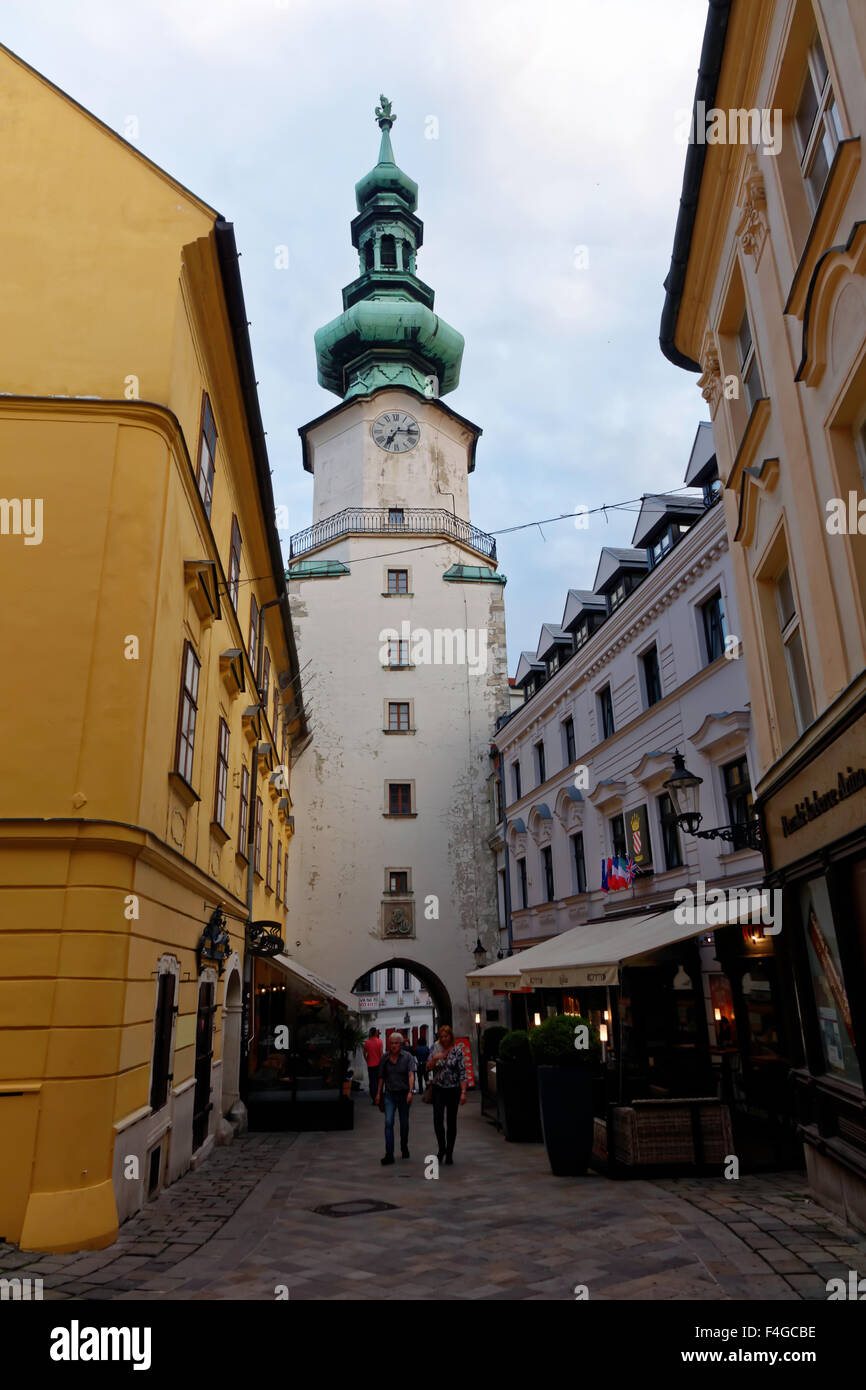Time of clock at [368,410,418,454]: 7:14
